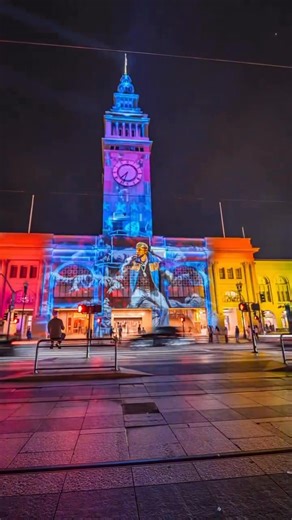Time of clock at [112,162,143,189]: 7:33
